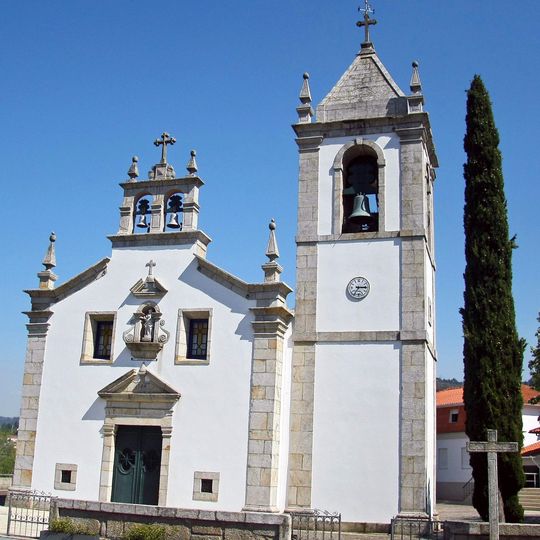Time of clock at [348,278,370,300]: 7:15
